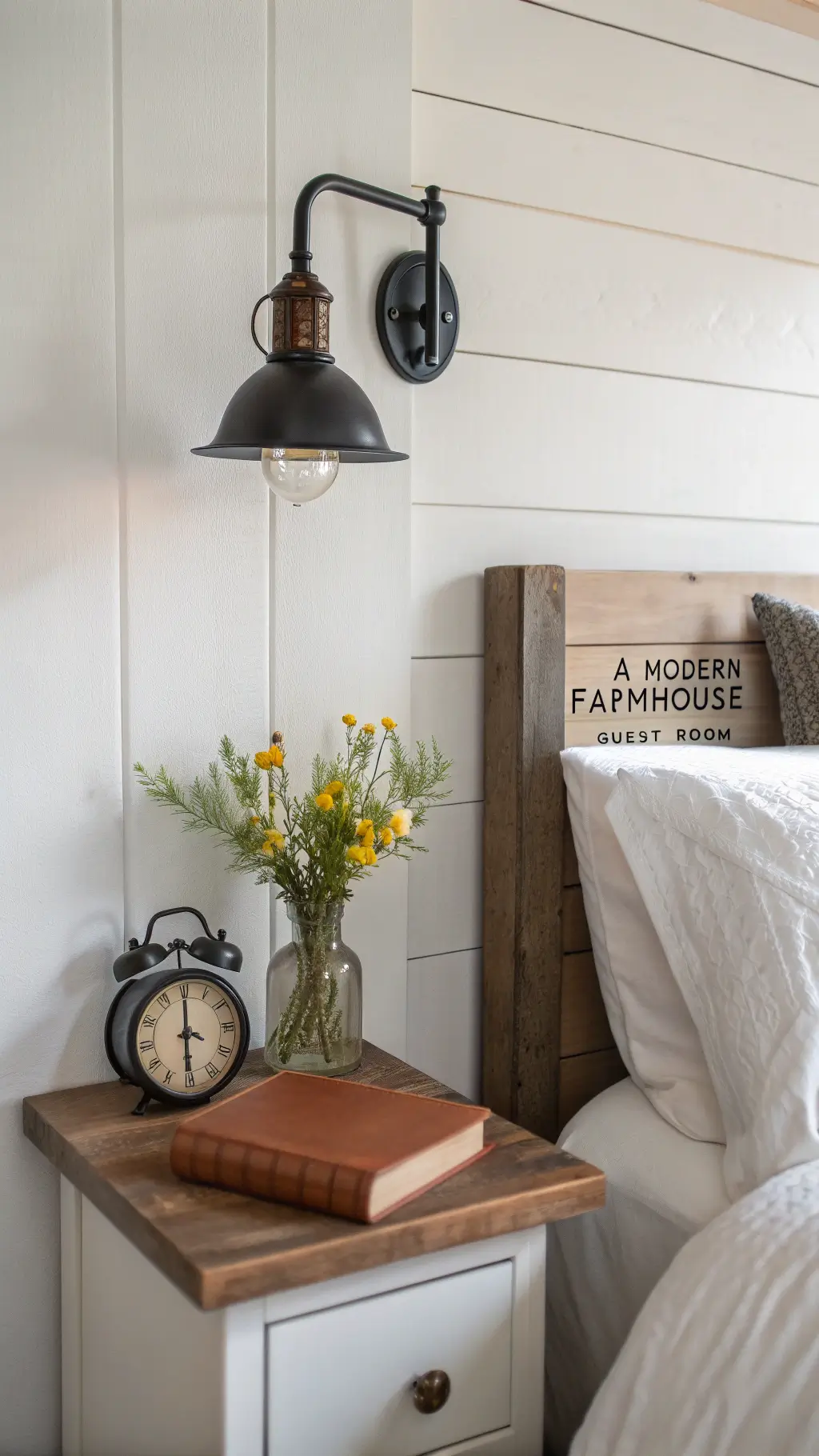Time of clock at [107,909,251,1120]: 6:00
